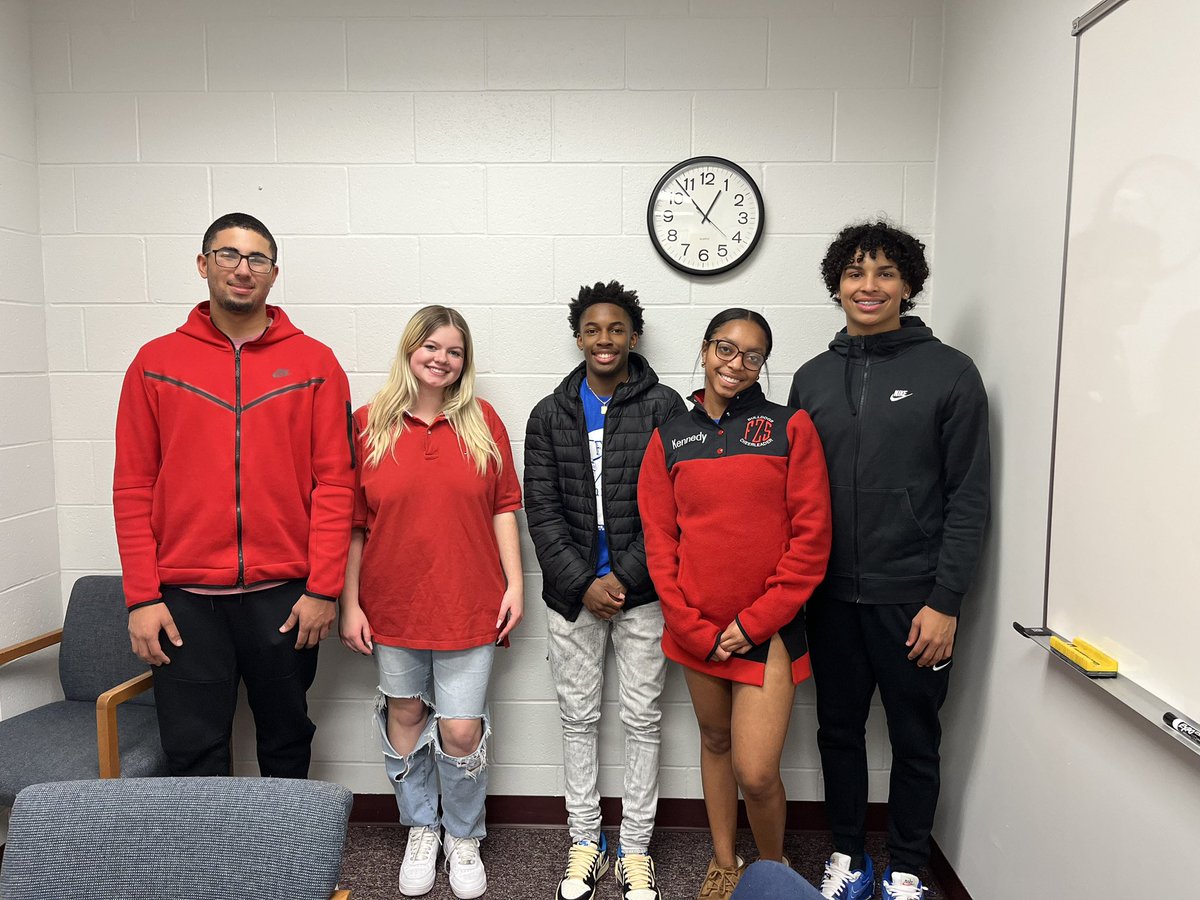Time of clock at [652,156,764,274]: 12:53
